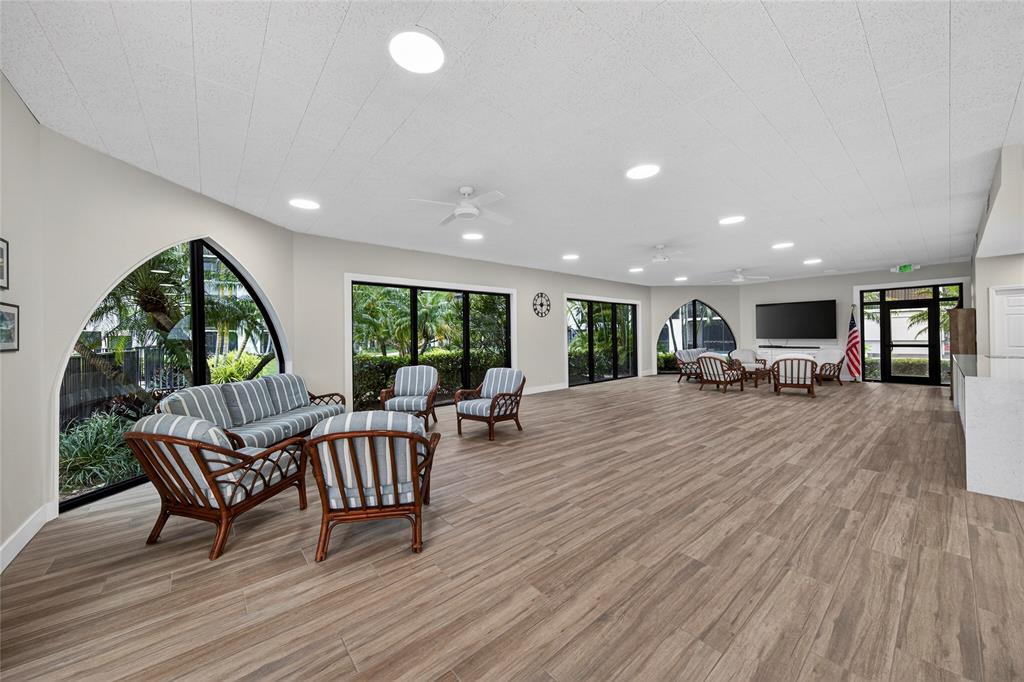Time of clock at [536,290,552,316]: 8:59
